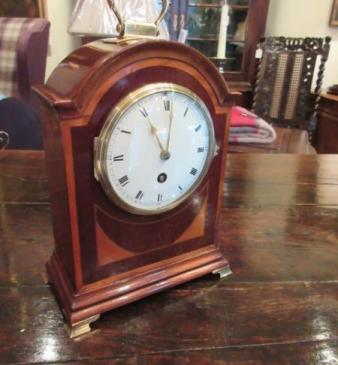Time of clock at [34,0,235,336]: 11:00
